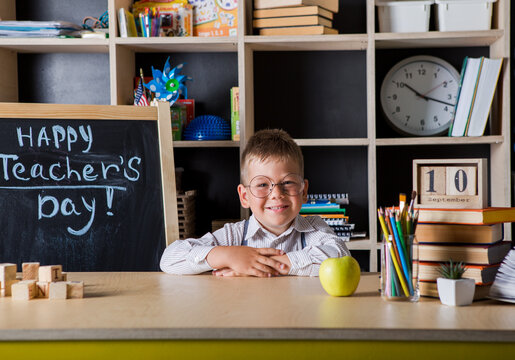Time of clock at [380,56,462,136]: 10:17
